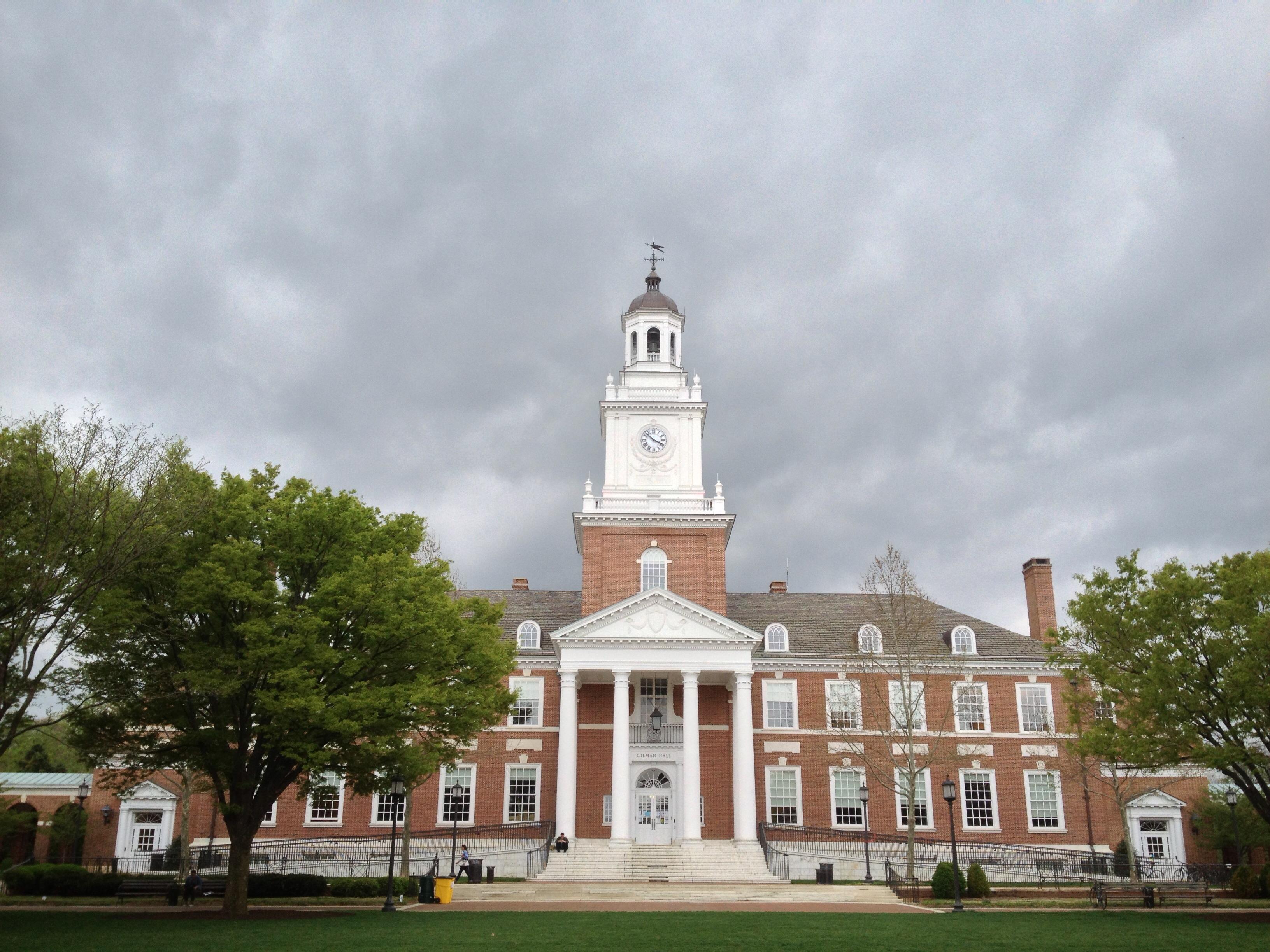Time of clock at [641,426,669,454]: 3:52
